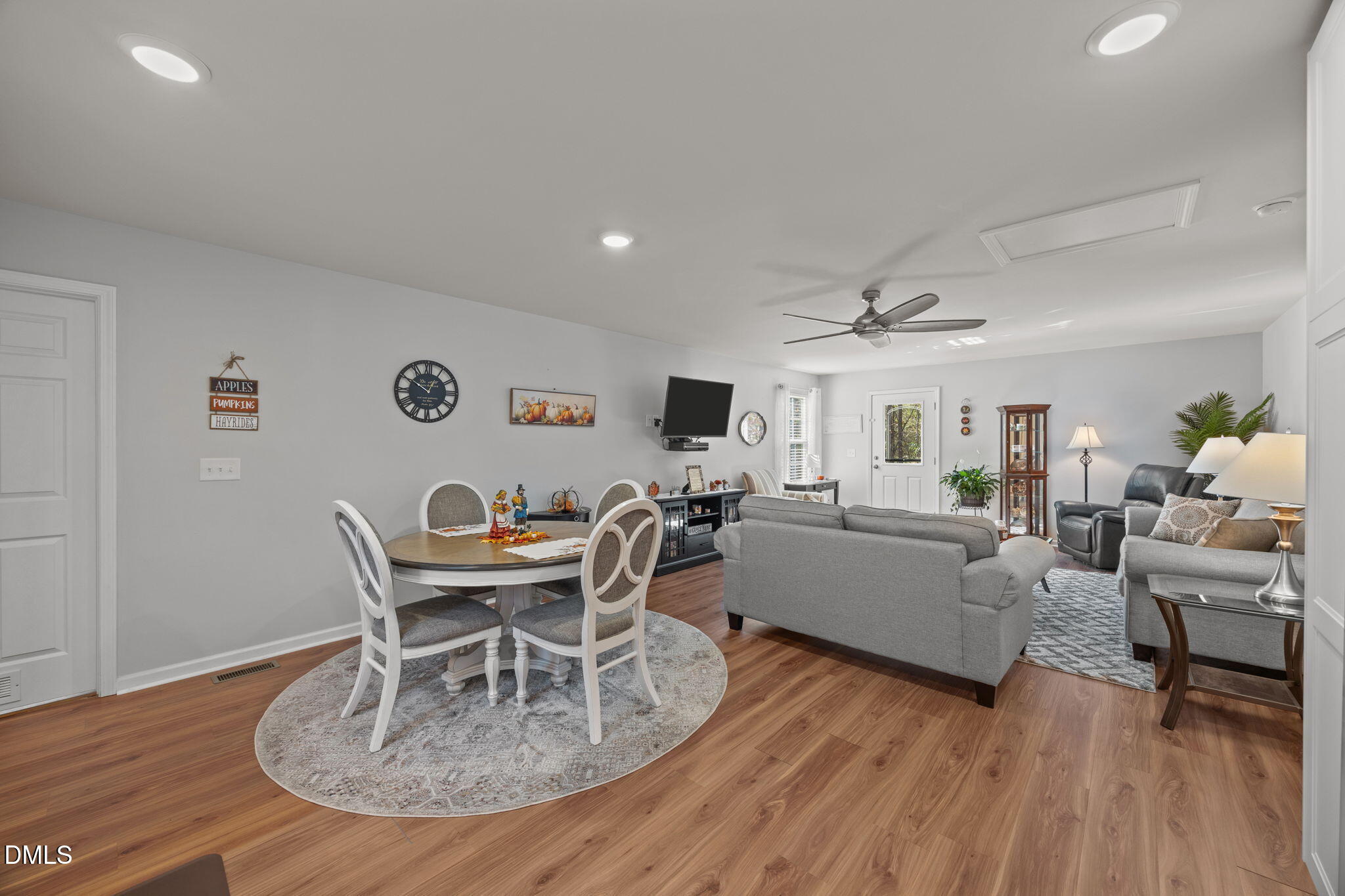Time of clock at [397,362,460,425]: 12:50
